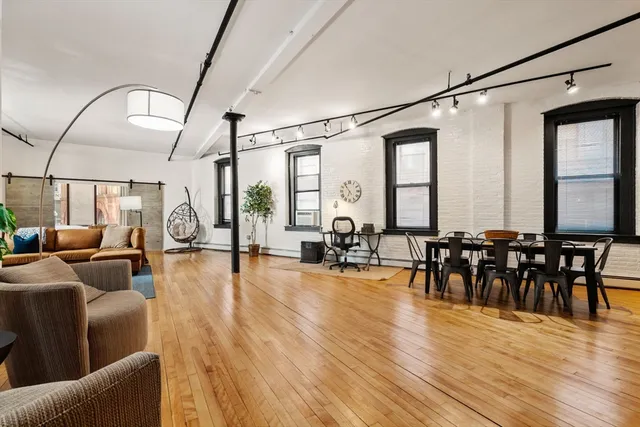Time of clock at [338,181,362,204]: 6:54
